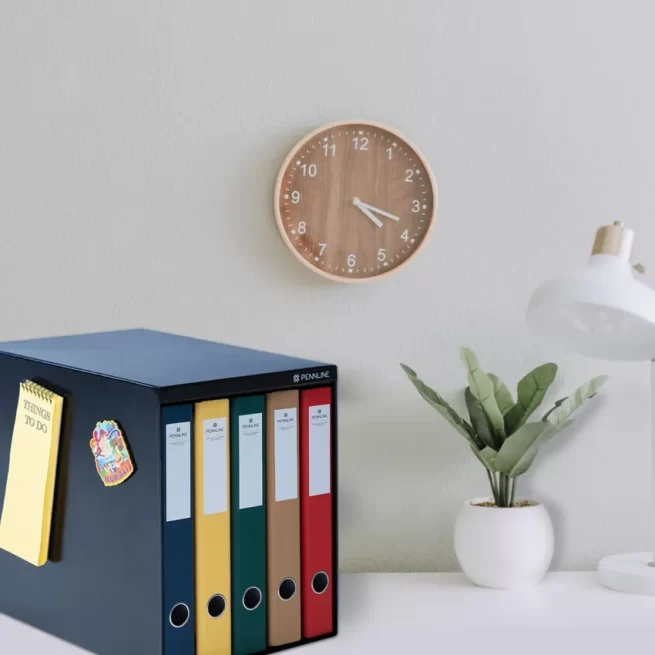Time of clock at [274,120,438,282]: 4:18
